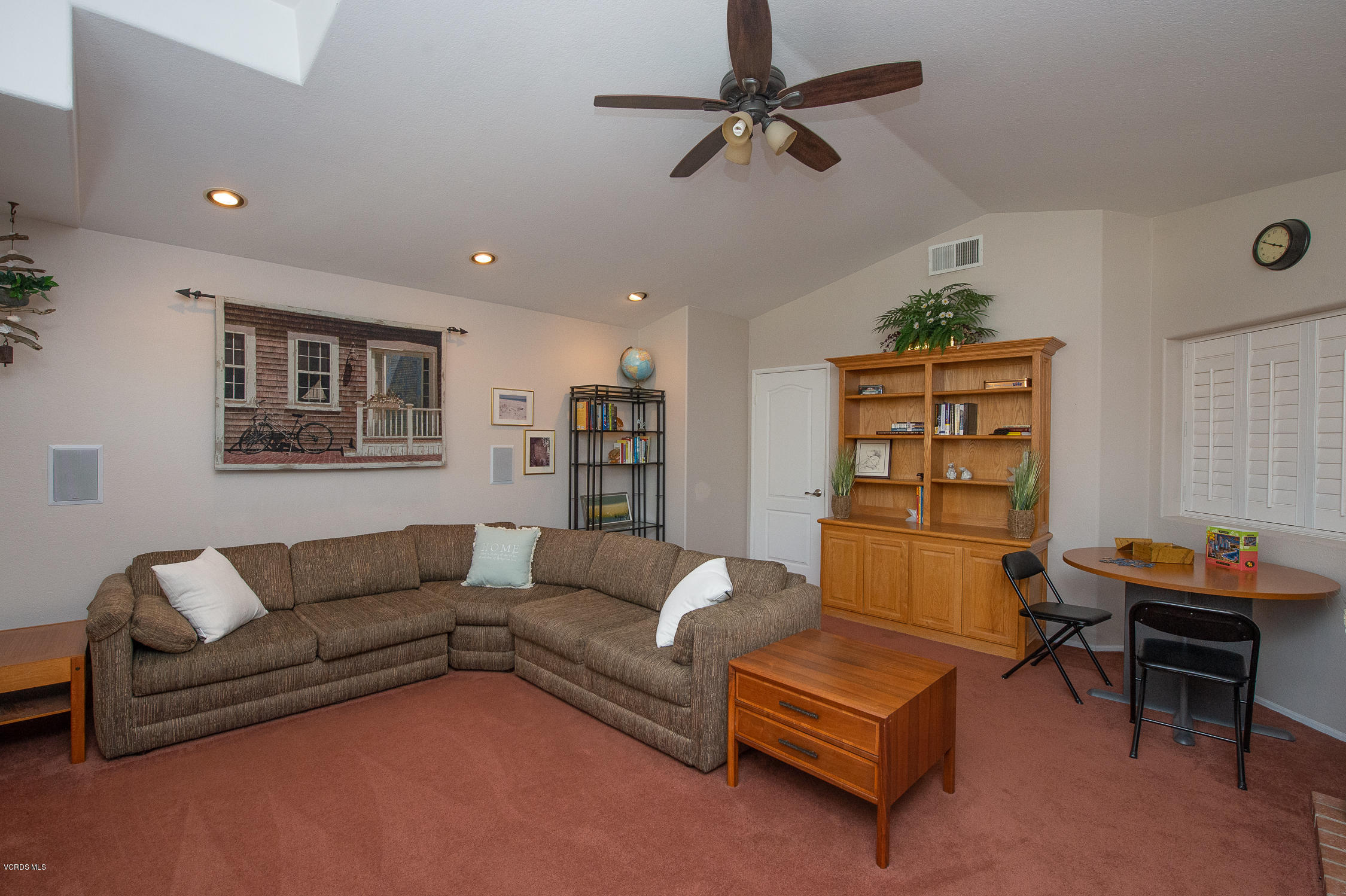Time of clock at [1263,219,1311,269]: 3:49
